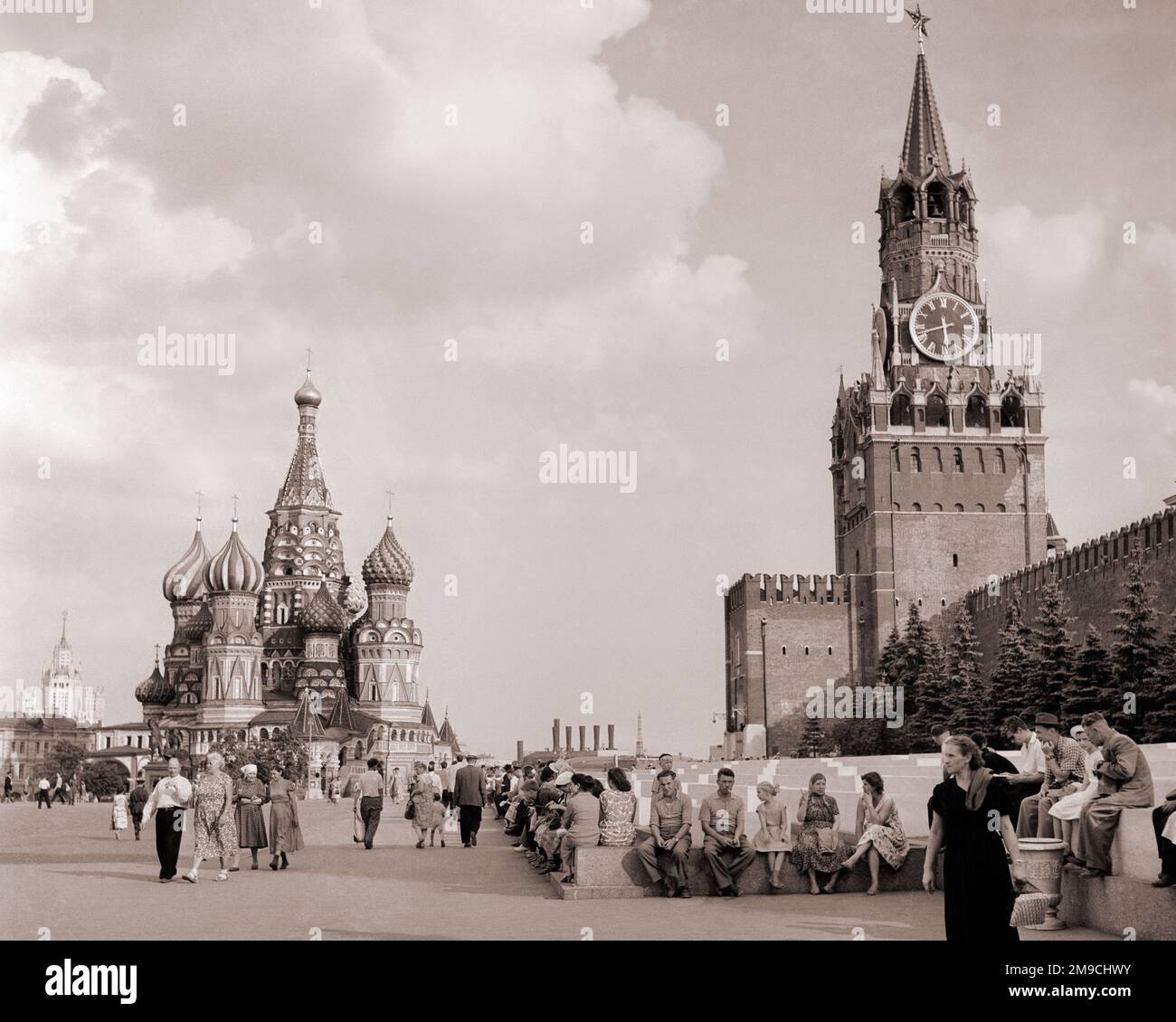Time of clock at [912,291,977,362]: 5:42
